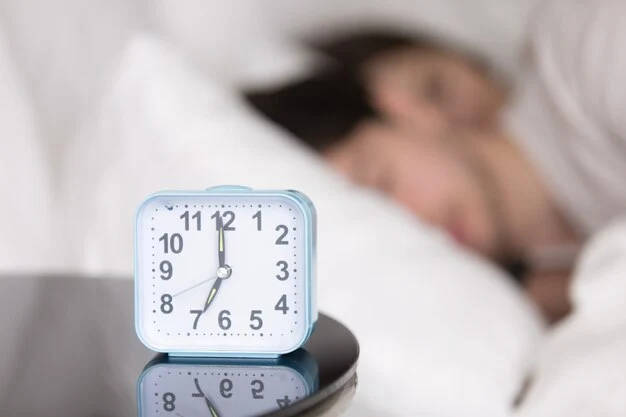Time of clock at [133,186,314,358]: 6:59
